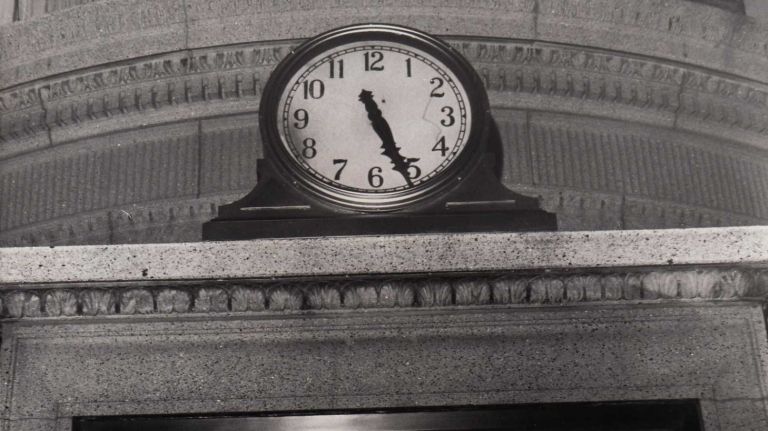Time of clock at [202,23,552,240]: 5:26
